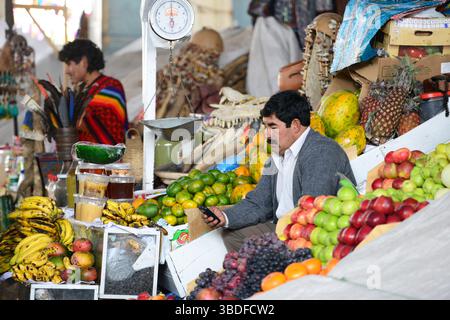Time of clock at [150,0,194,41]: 5:59
